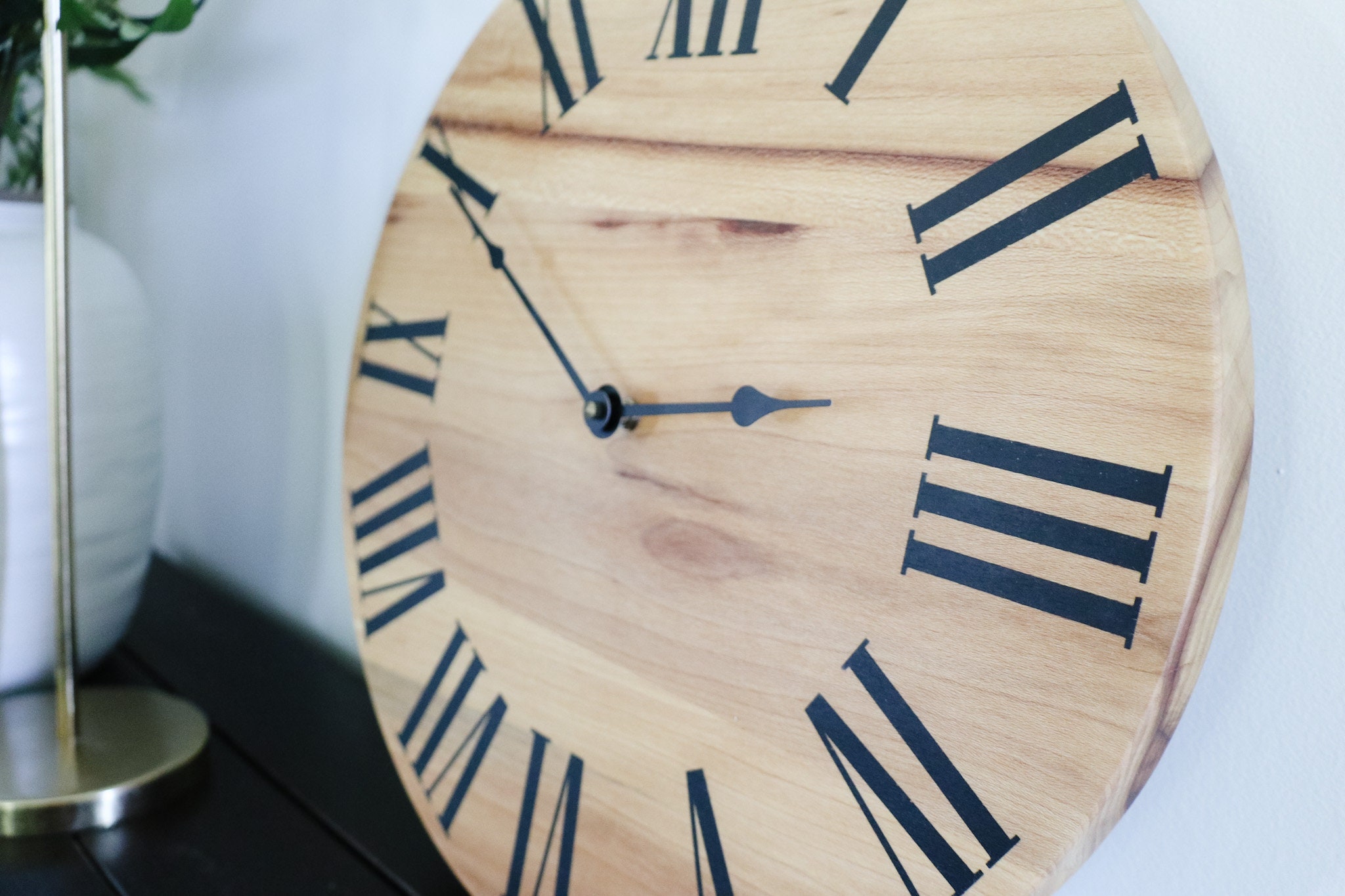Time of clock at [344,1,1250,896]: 2:49
